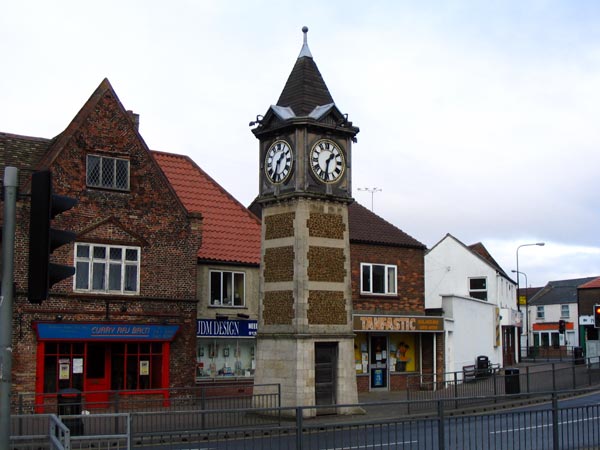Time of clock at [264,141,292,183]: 1:33
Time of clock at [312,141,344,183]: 1:32
